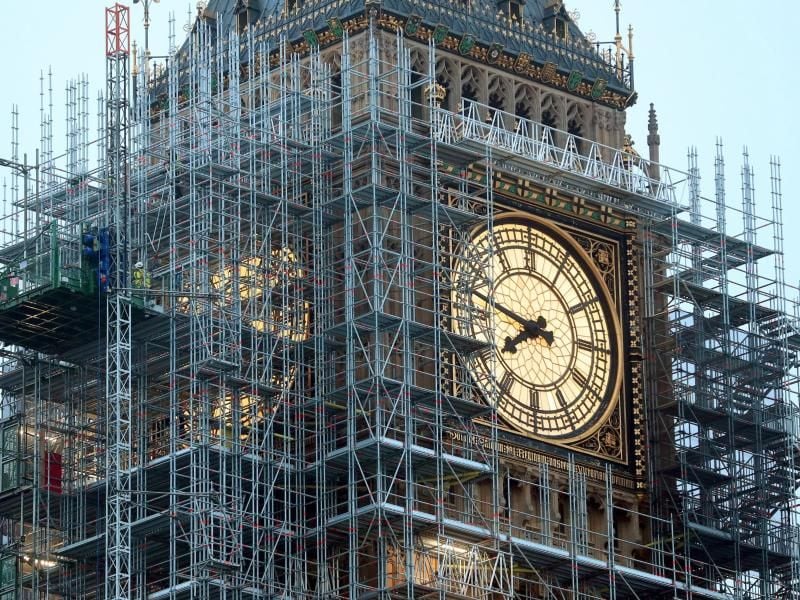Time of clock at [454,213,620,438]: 7:47
